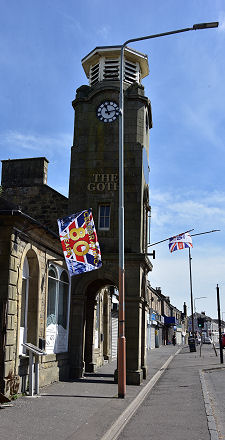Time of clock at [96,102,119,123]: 11:12
